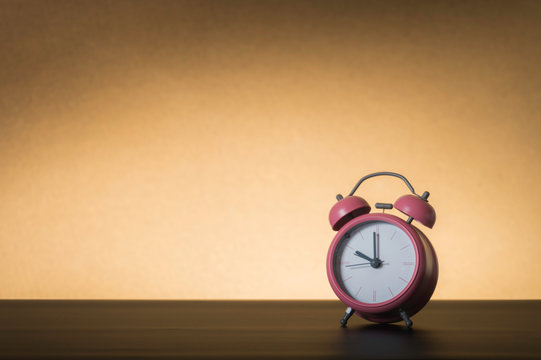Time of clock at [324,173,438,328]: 9:59
